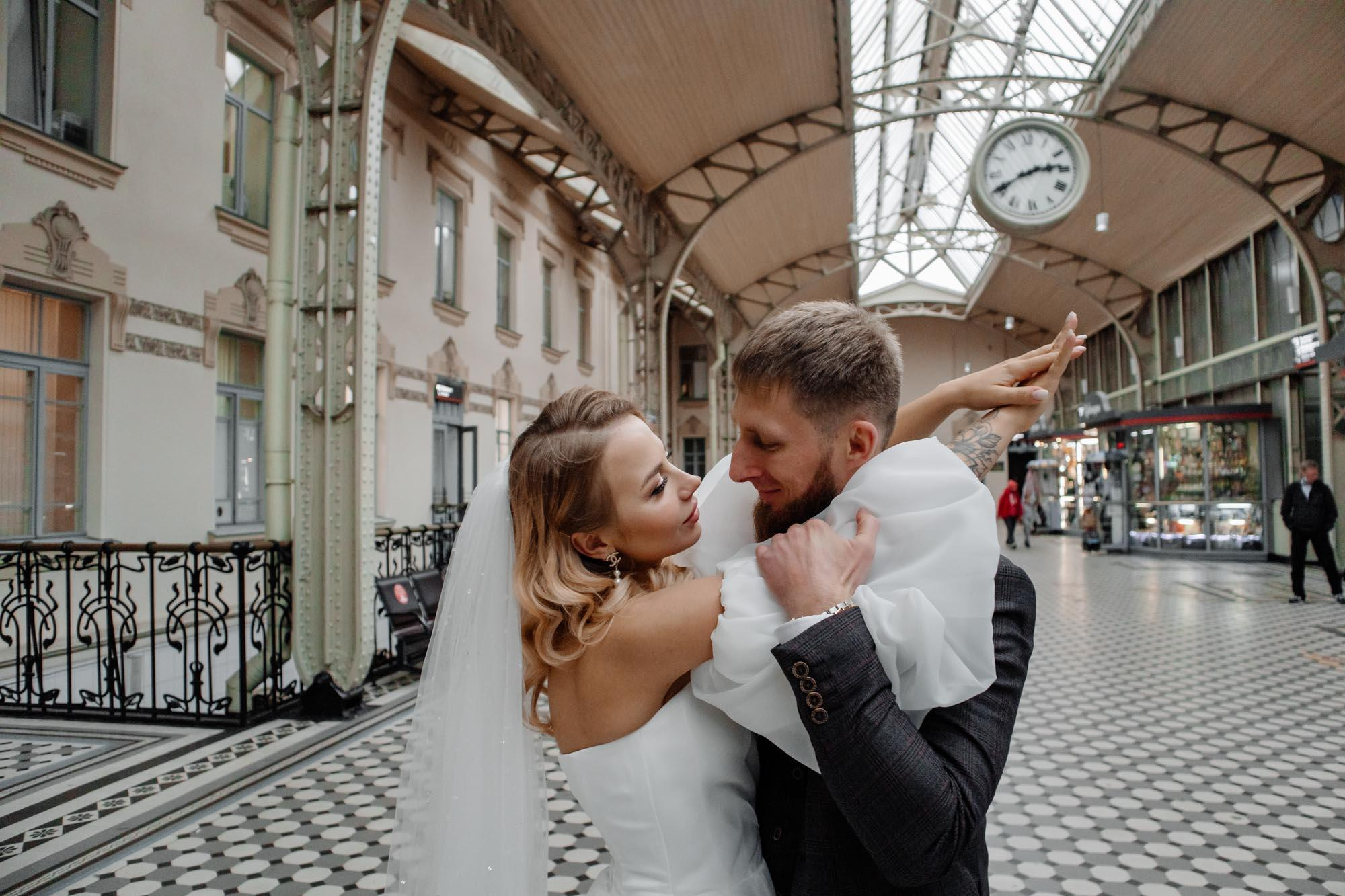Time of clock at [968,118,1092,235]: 2:40
